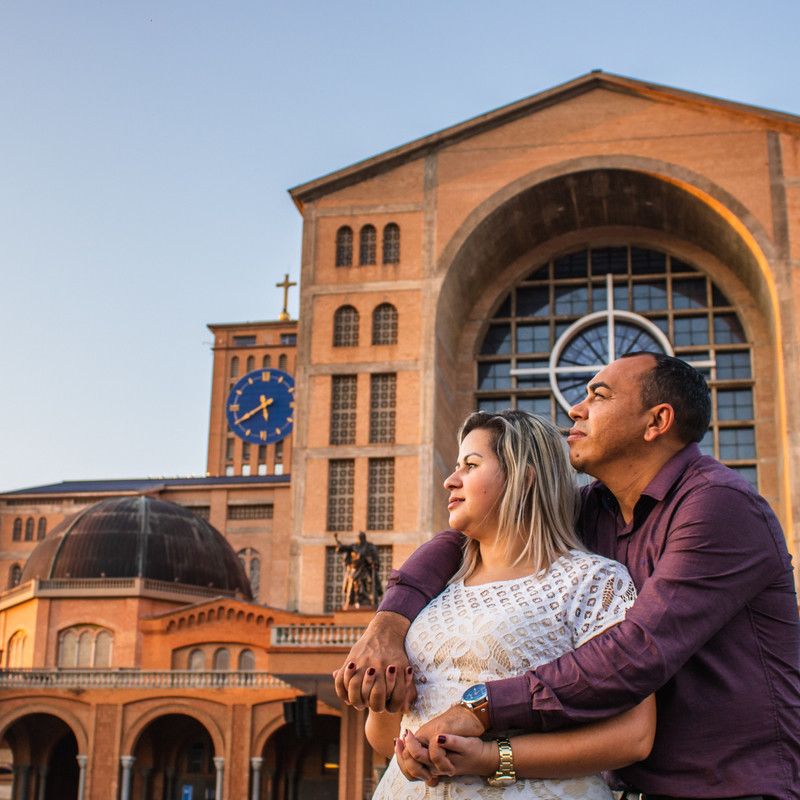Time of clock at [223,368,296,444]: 5:40
